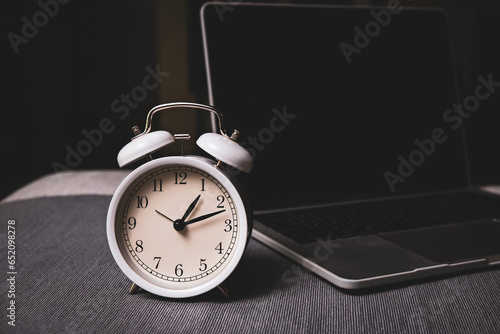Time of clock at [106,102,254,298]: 1:11
